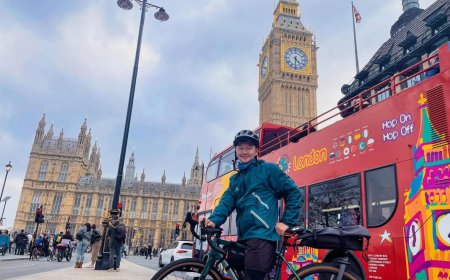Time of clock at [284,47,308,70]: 4:30
